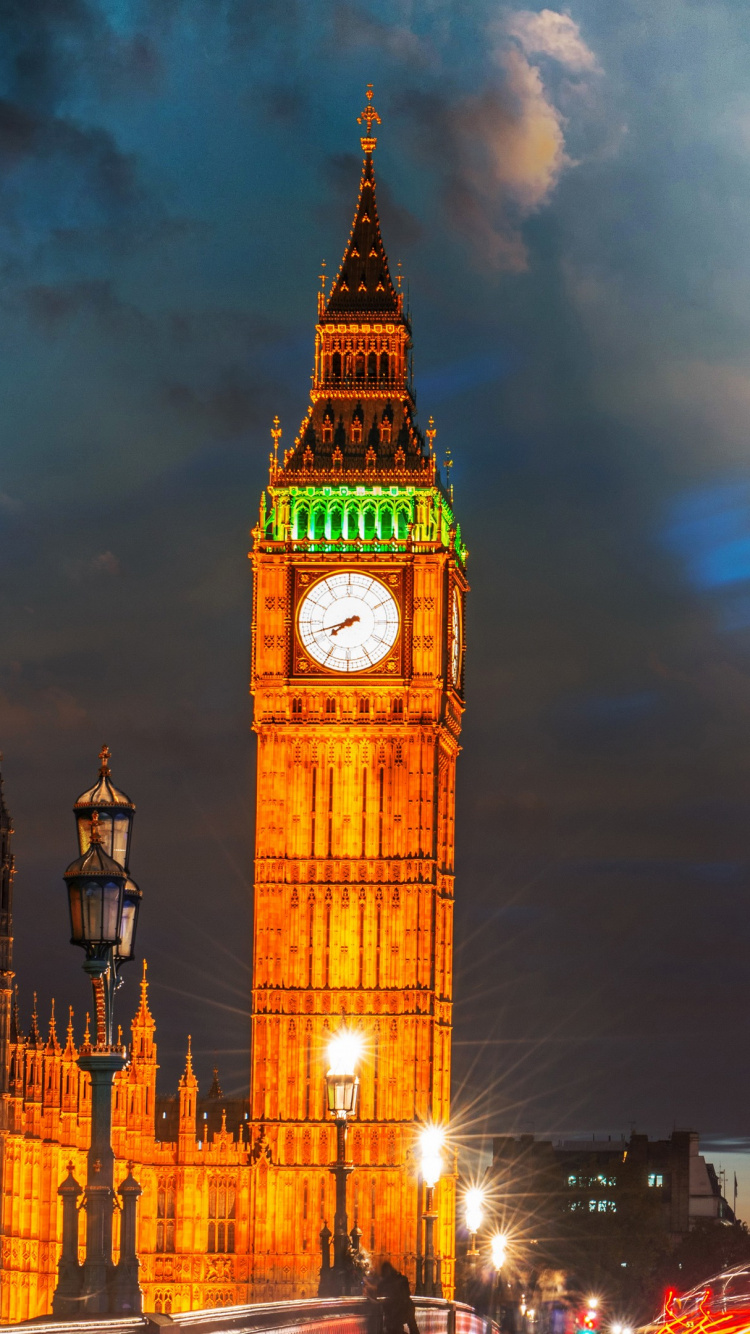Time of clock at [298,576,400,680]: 7:42
